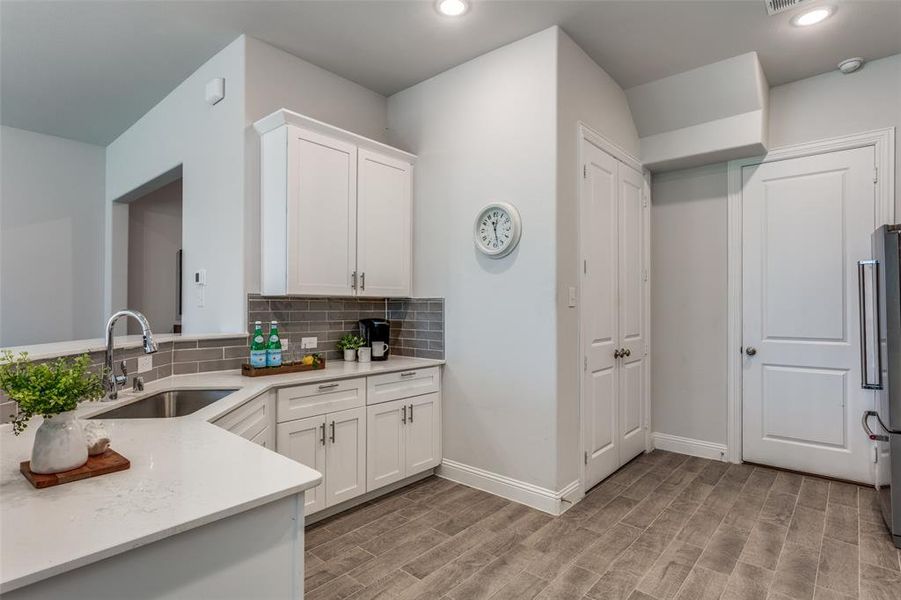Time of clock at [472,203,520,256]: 12:27
